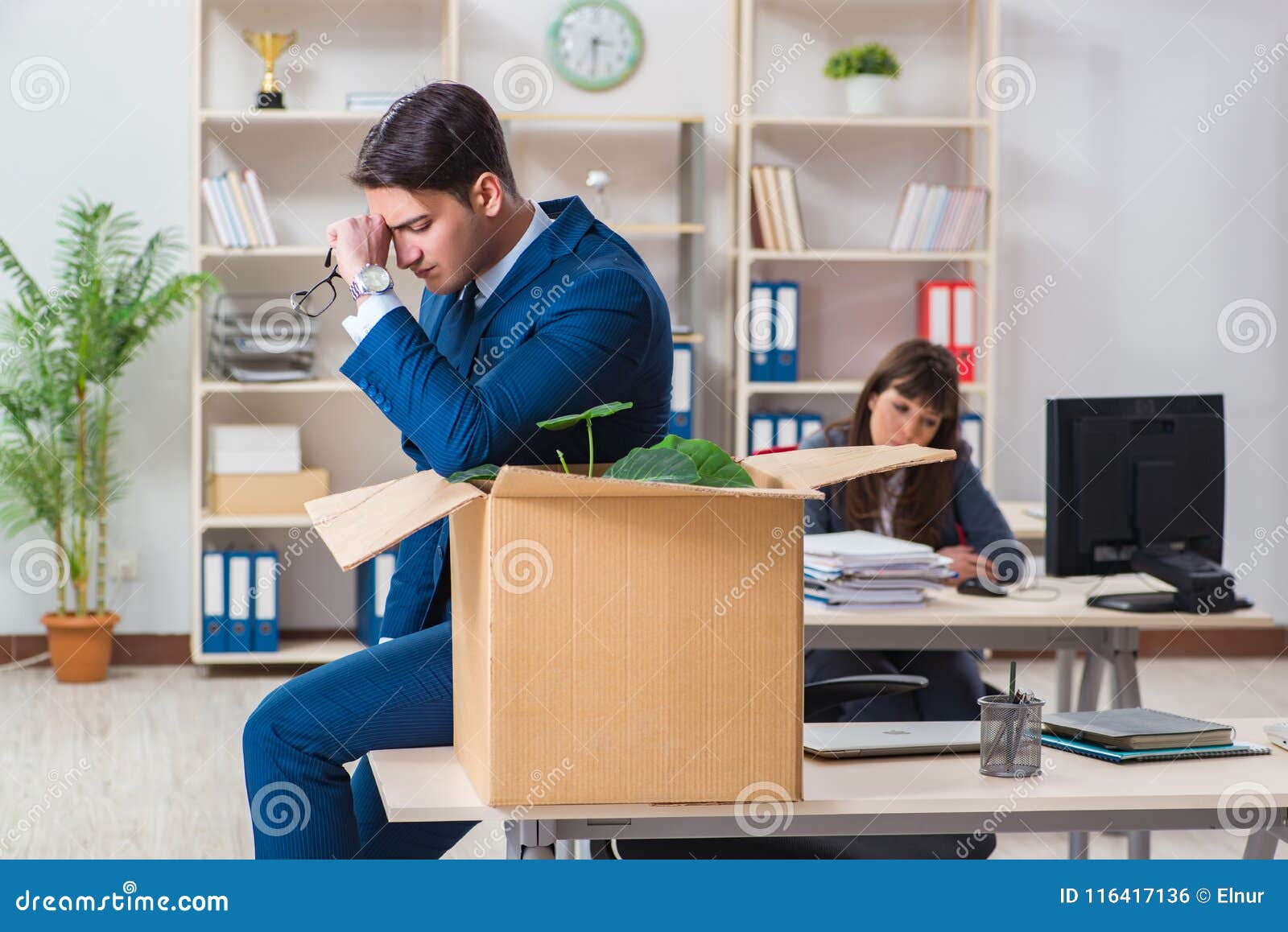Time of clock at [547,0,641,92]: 3:29
